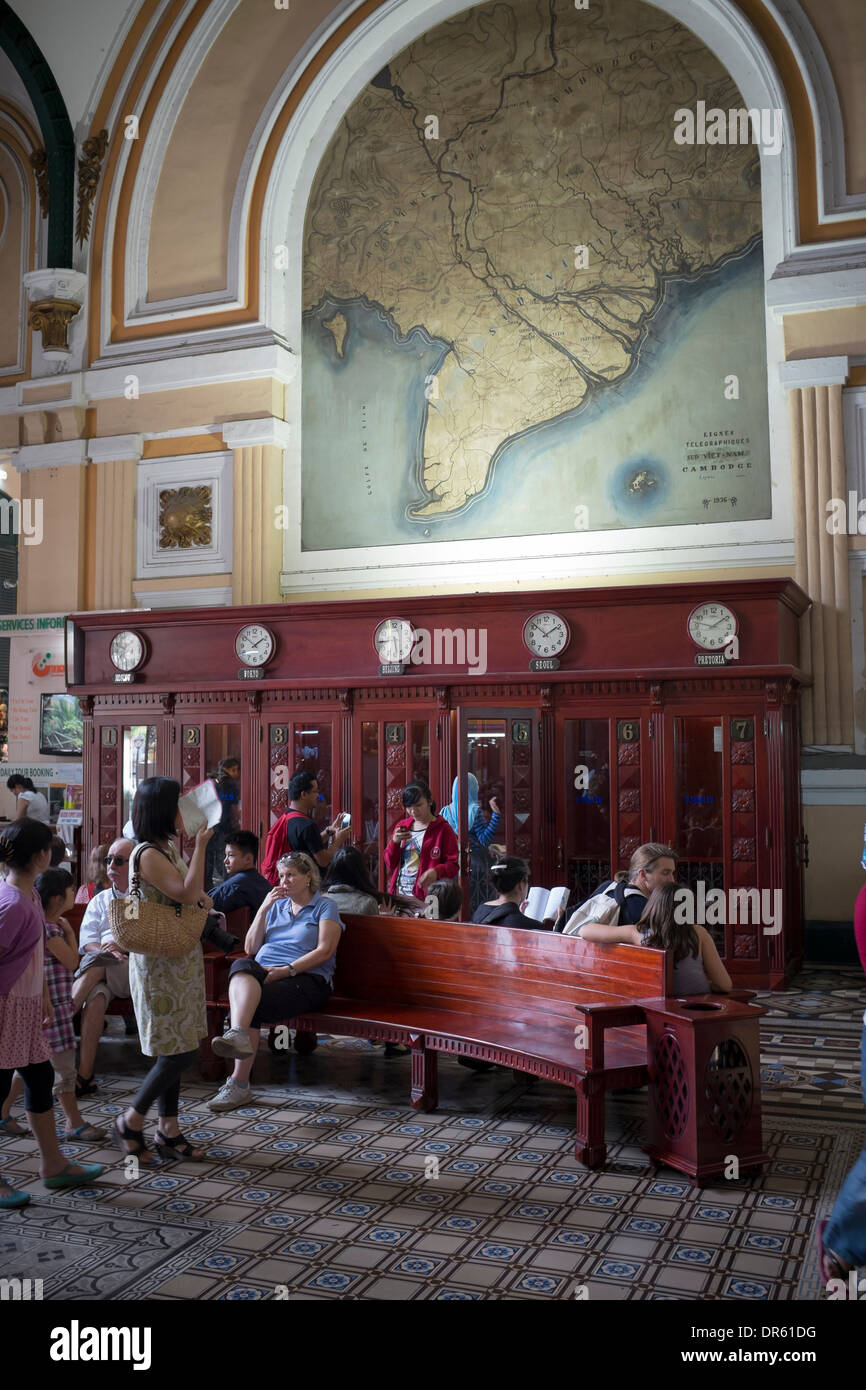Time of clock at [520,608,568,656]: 1:51
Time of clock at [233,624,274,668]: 1:51
